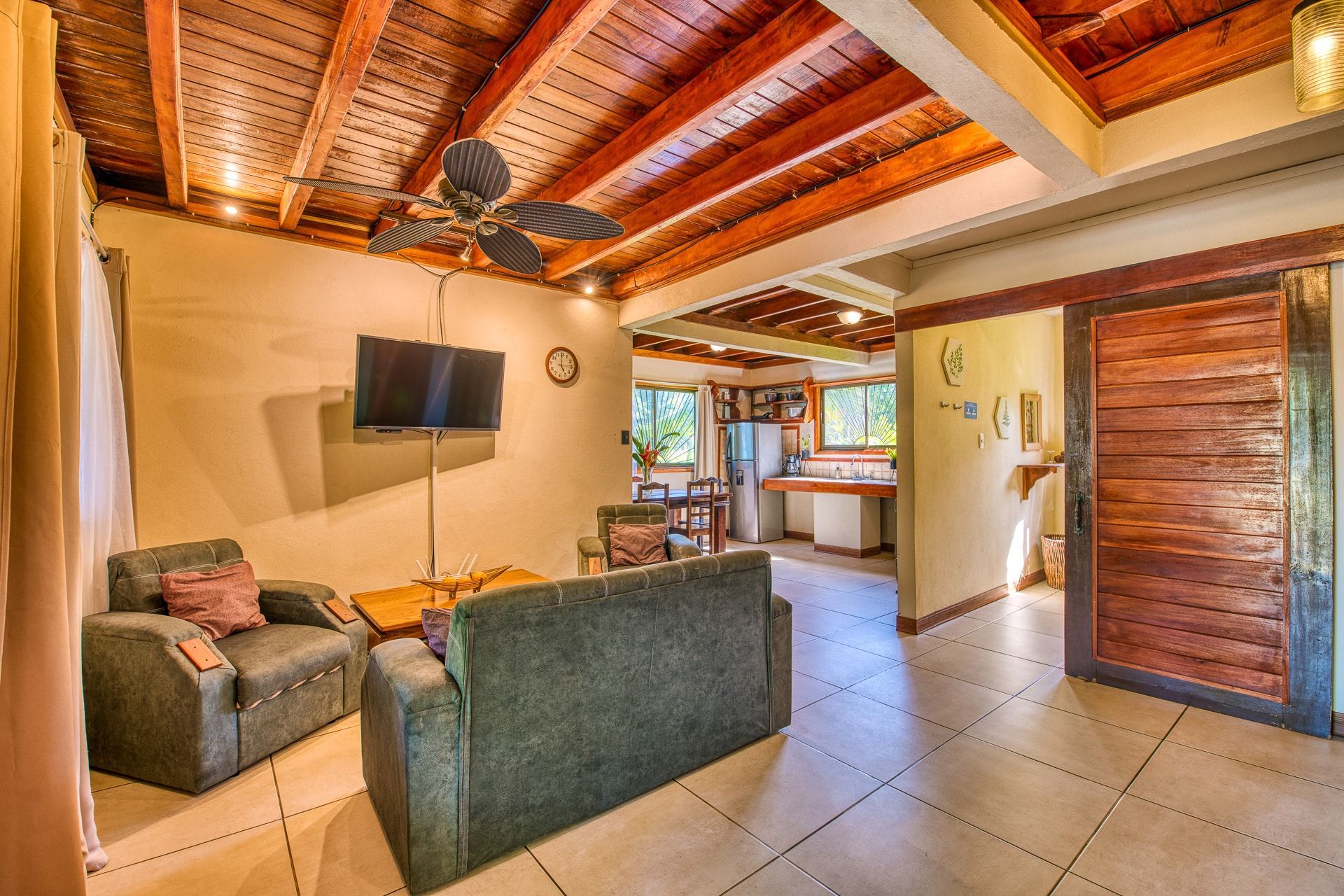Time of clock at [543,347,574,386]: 4:59
